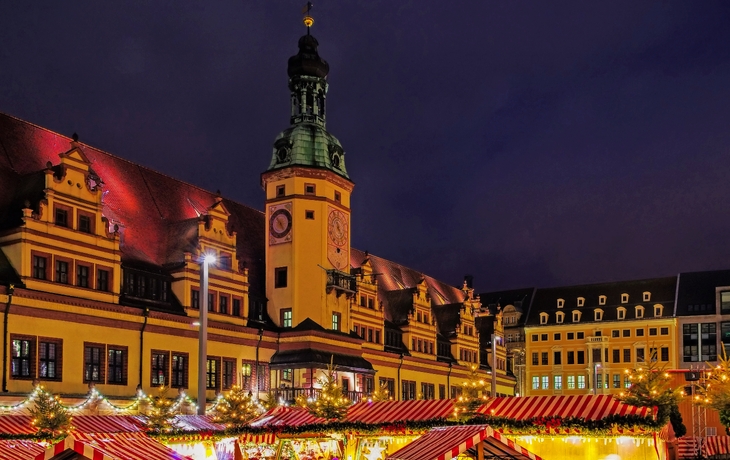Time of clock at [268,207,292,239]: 4:52
